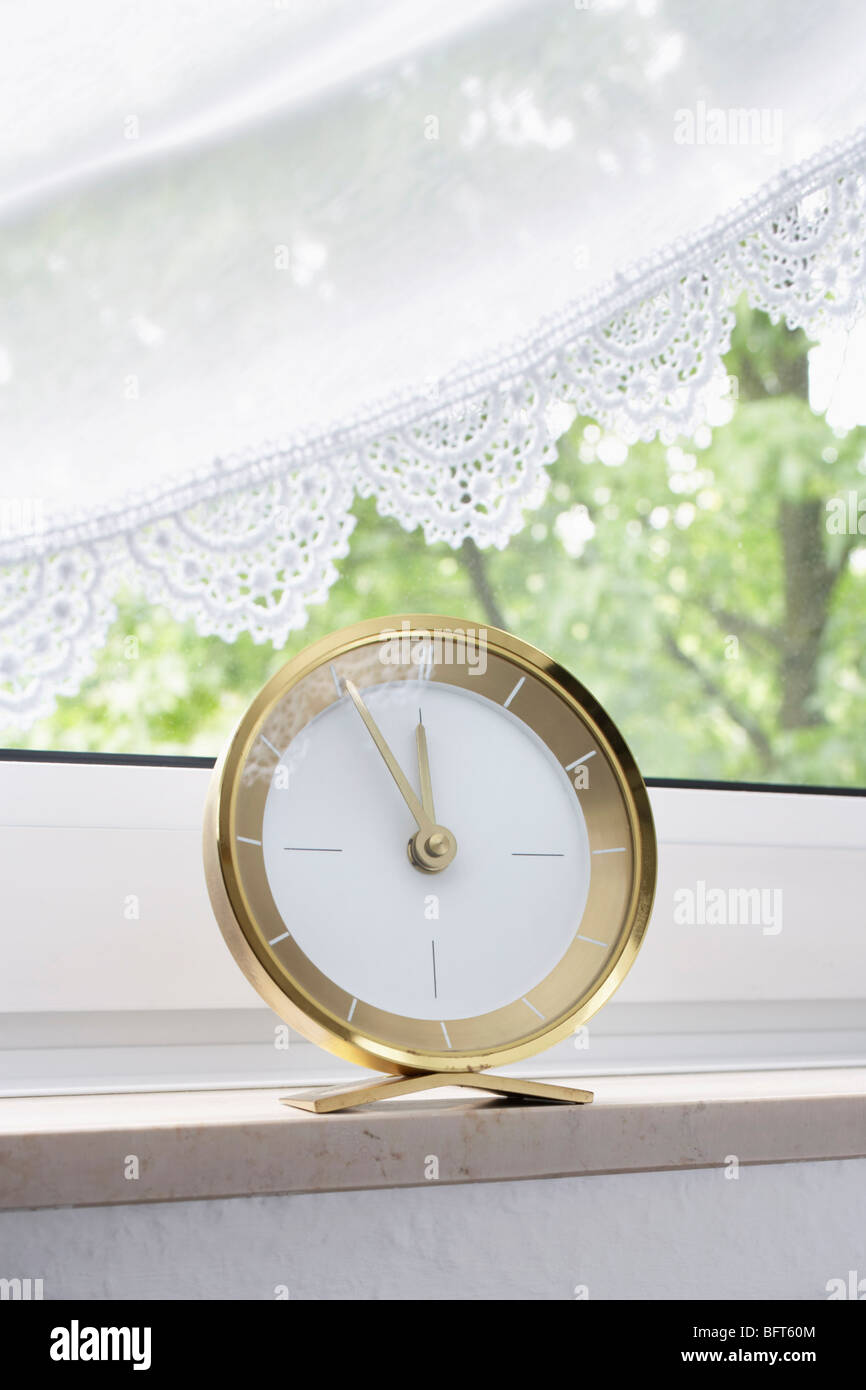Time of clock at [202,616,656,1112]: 11:55
